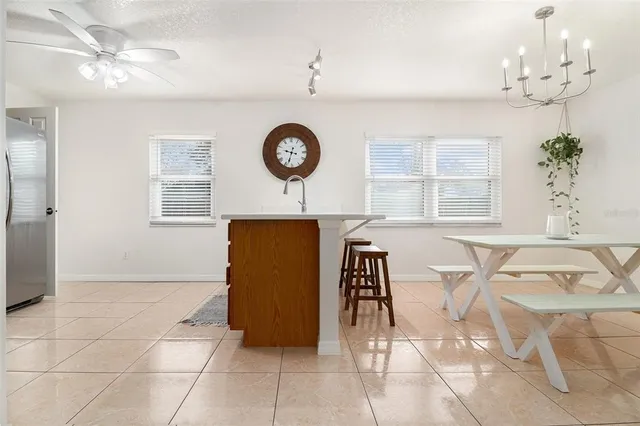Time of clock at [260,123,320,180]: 9:33
